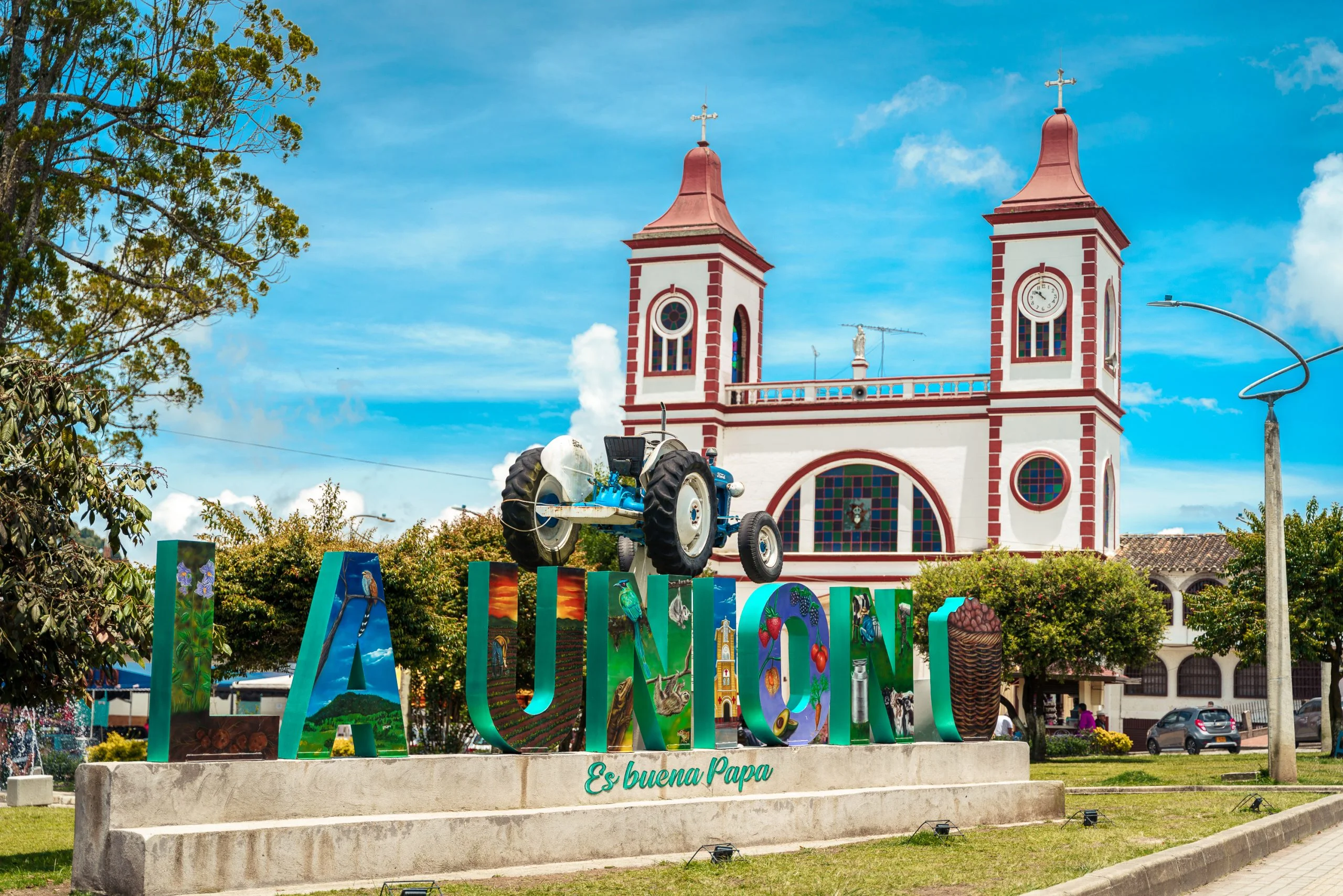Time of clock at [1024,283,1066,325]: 10:51
